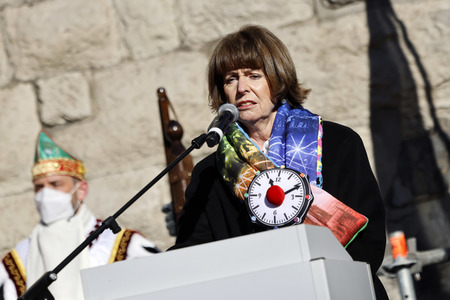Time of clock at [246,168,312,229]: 11:10
